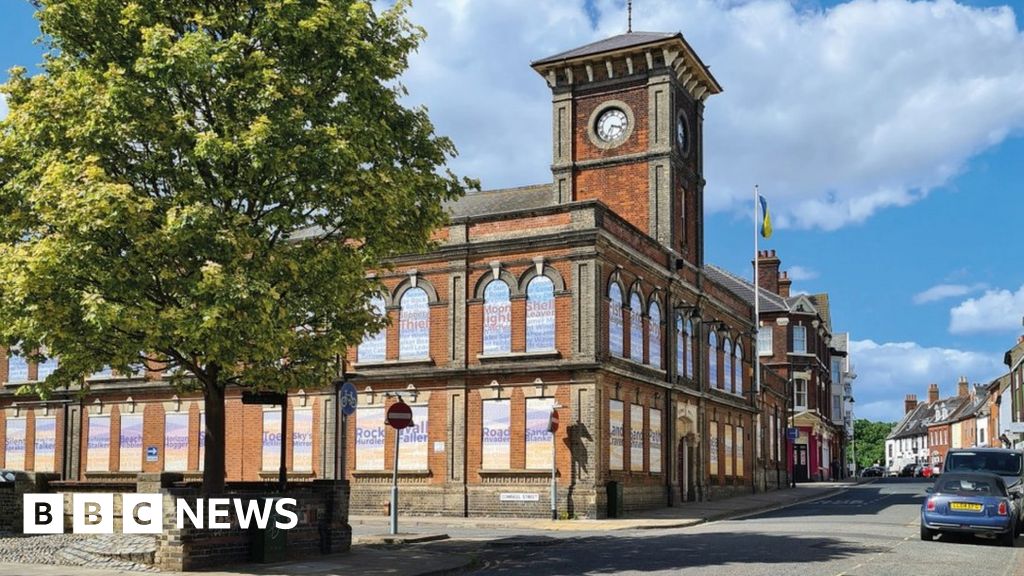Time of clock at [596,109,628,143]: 3:34
